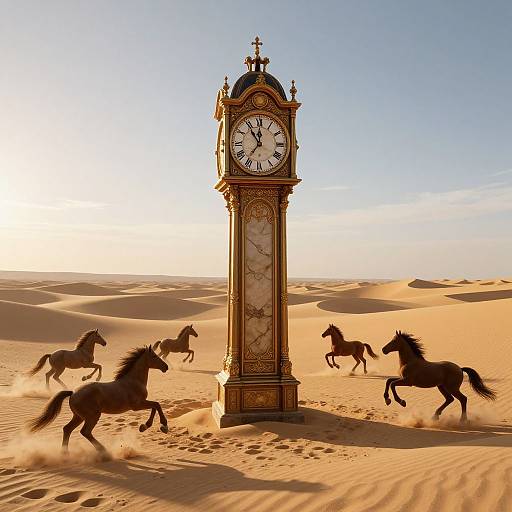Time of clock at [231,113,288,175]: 11:53
